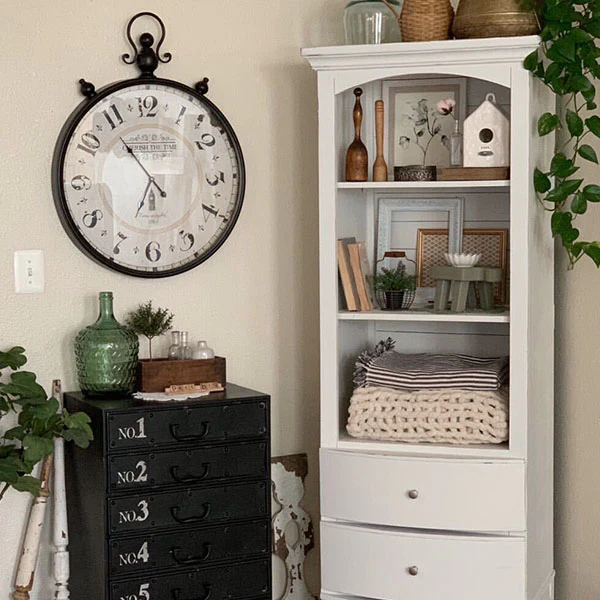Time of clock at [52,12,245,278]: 6:53
